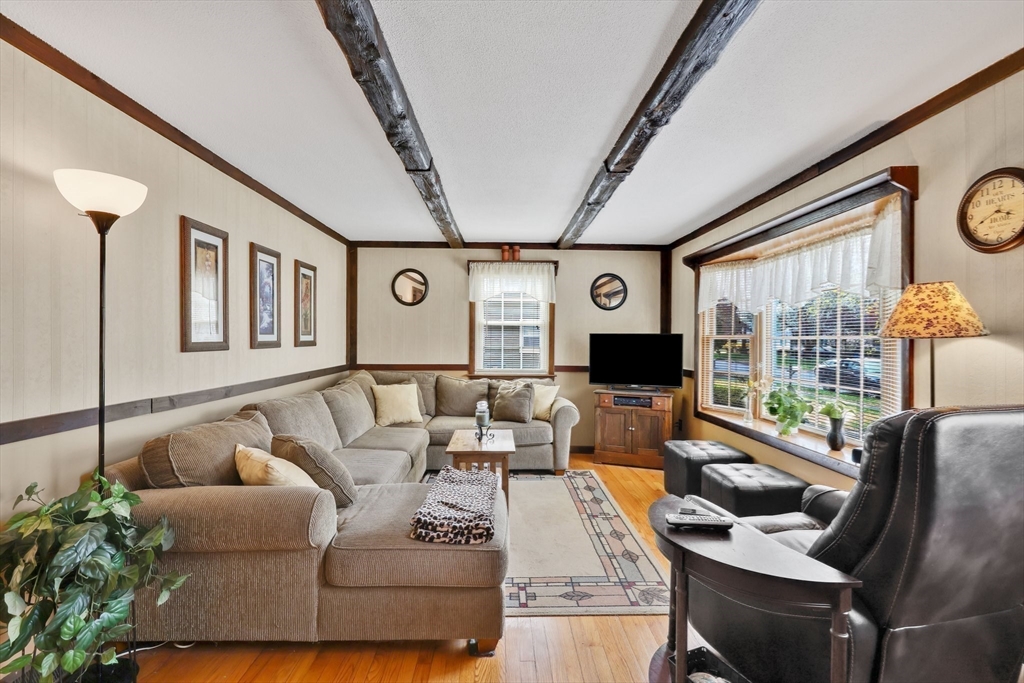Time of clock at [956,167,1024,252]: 3:40
